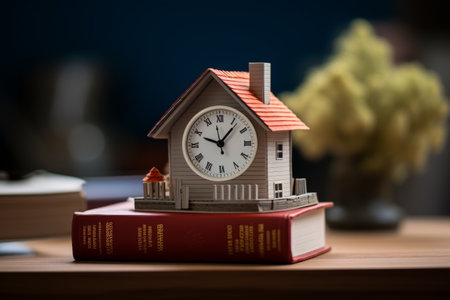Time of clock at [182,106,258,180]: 10:06
